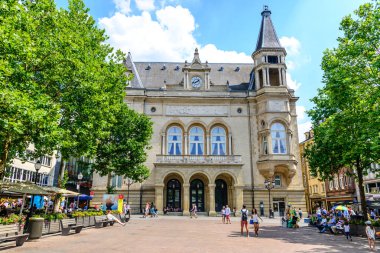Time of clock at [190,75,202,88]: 1:42
